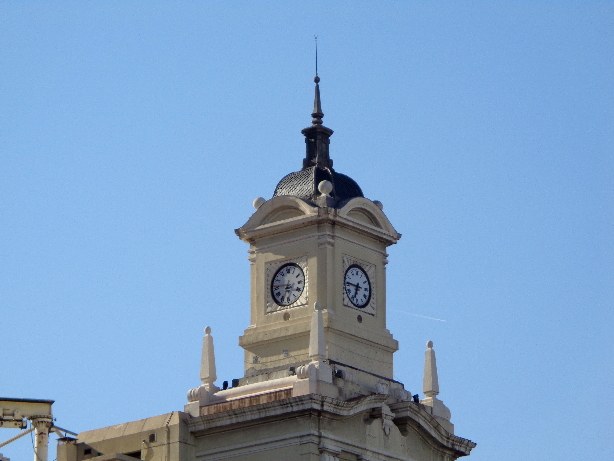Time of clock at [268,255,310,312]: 6:46
